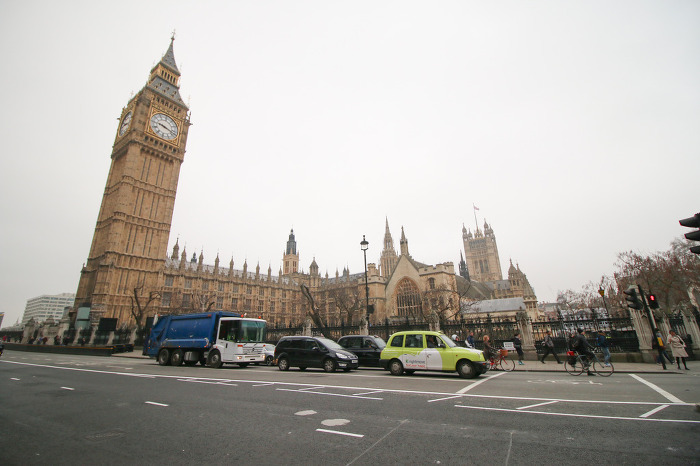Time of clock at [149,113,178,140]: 9:18
